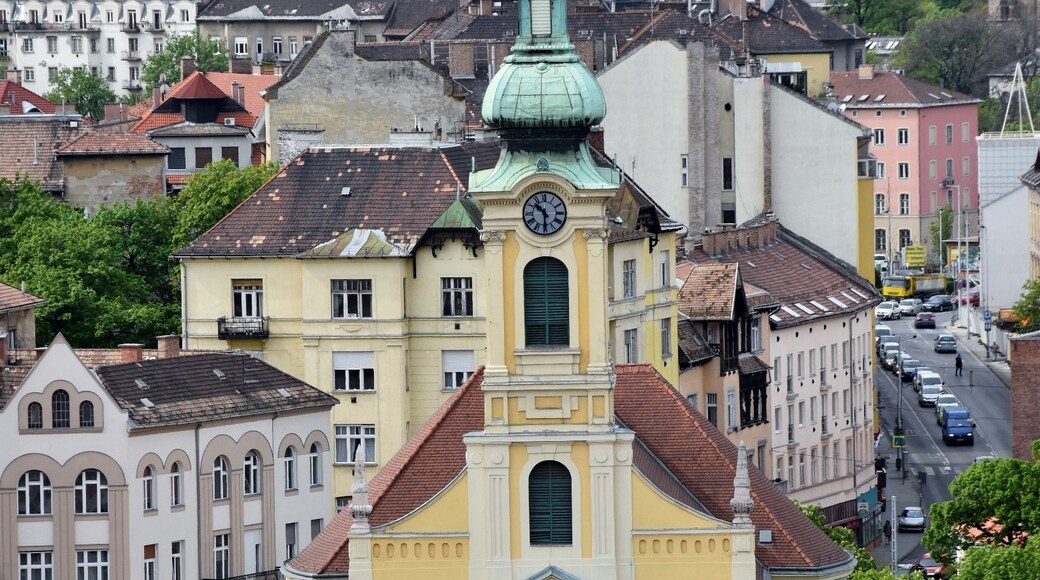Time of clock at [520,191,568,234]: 10:29
